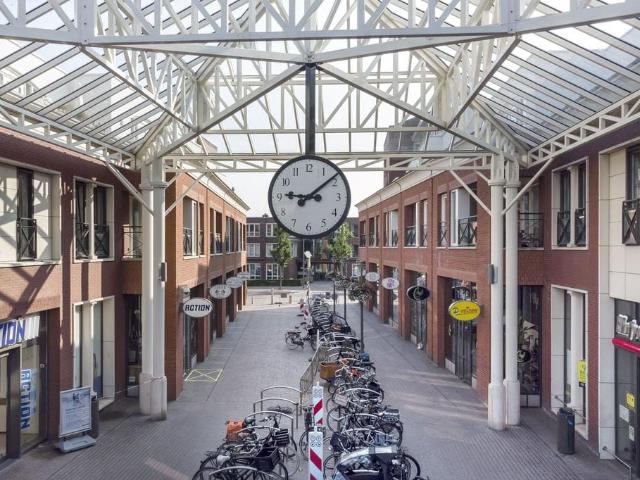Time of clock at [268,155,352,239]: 9:08
